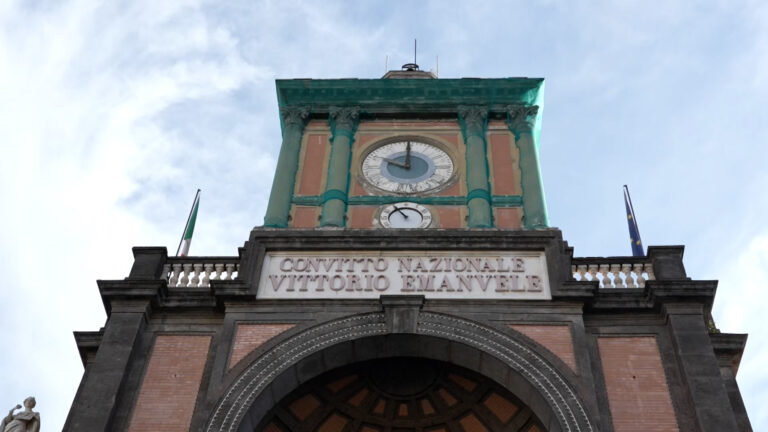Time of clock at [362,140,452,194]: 10:00
